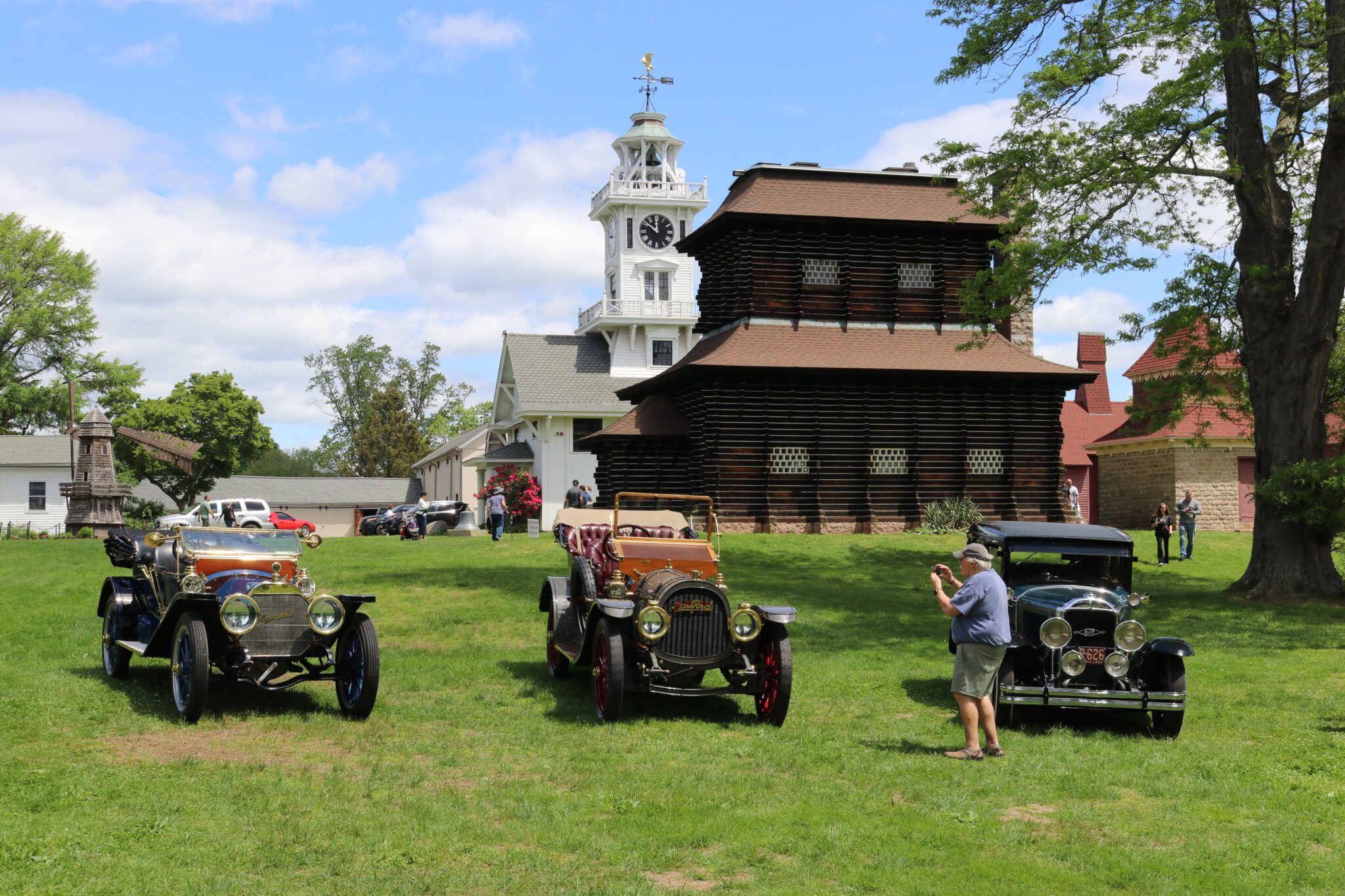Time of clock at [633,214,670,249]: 11:51
